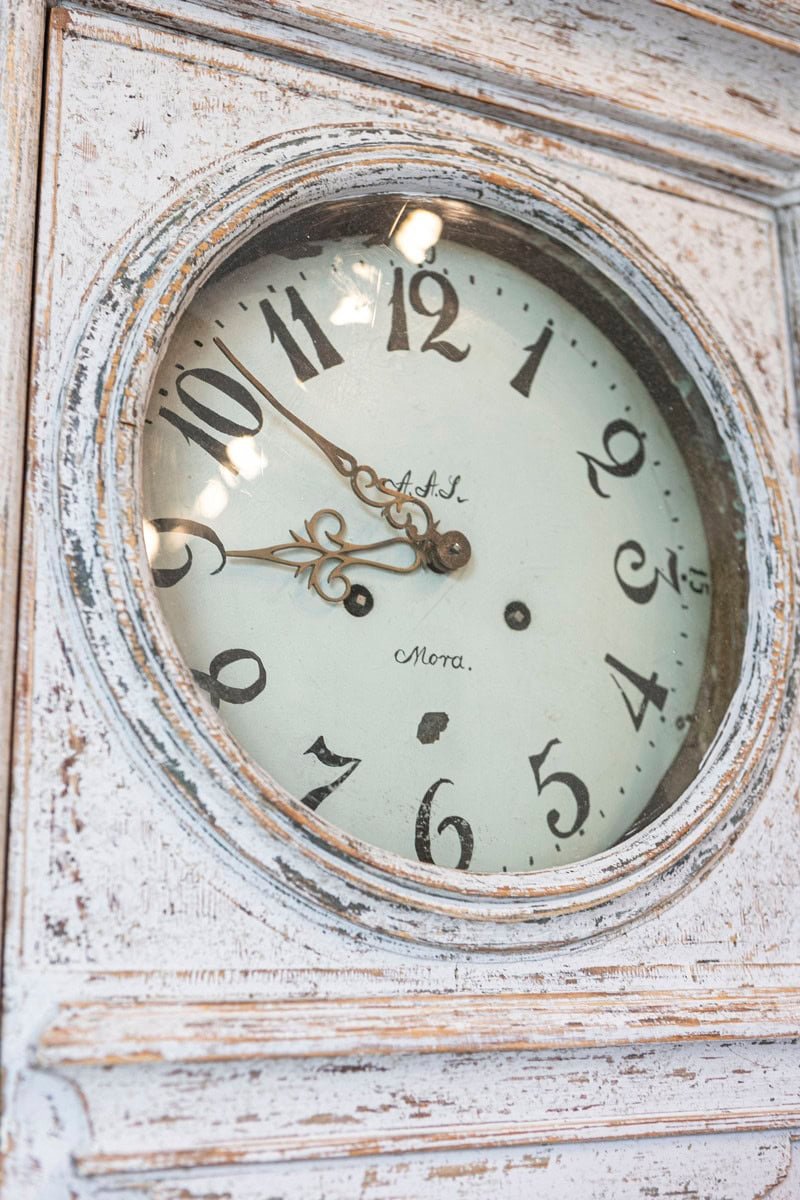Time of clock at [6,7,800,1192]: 8:51
